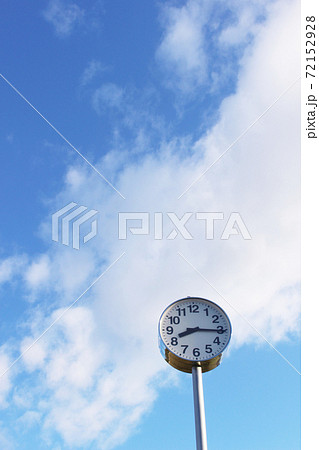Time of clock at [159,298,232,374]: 8:15
